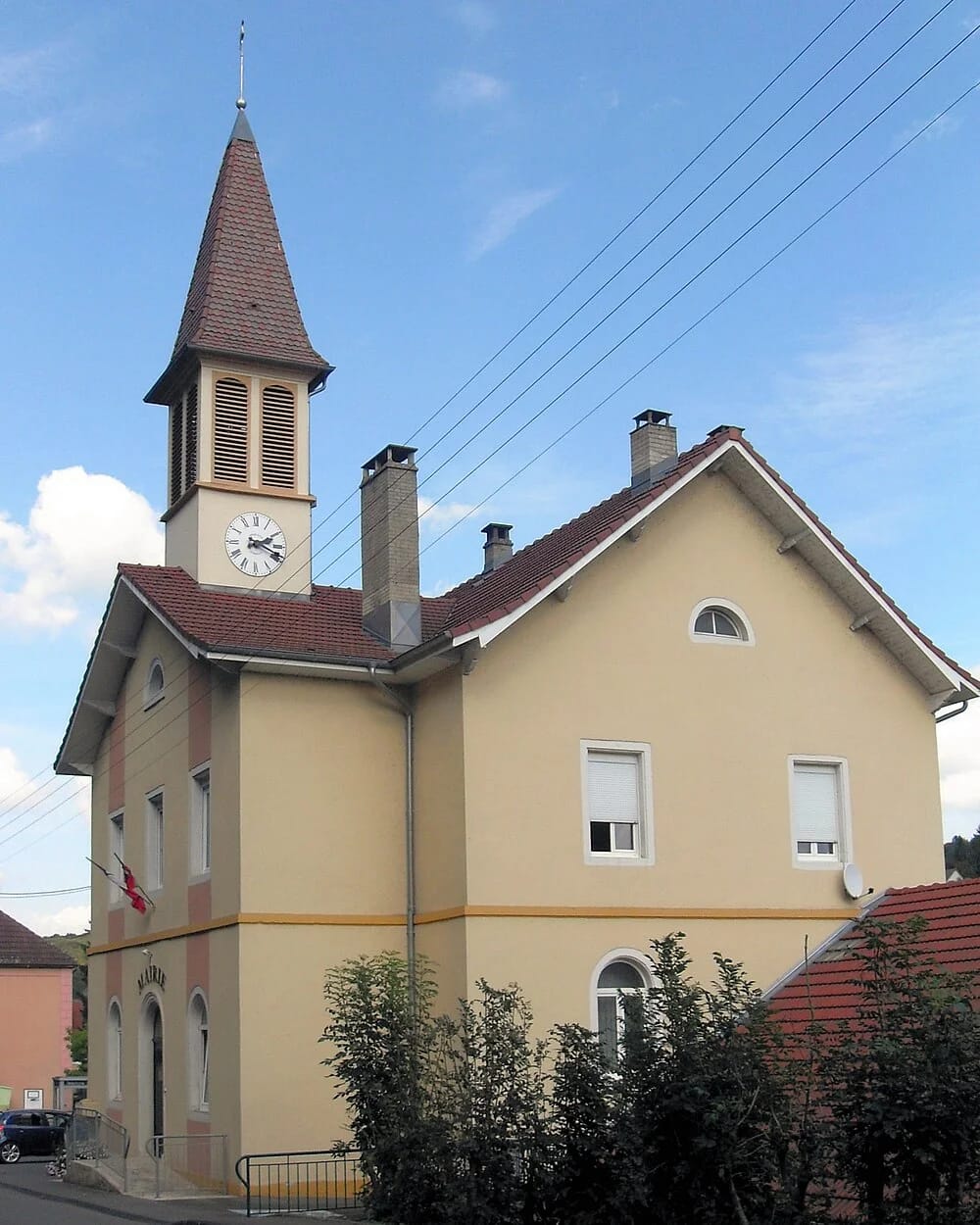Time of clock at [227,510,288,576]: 2:18
